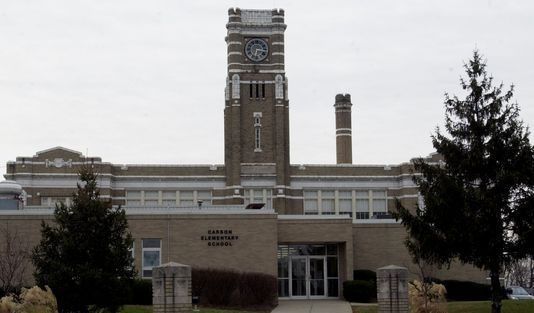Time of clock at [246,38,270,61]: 6:15
